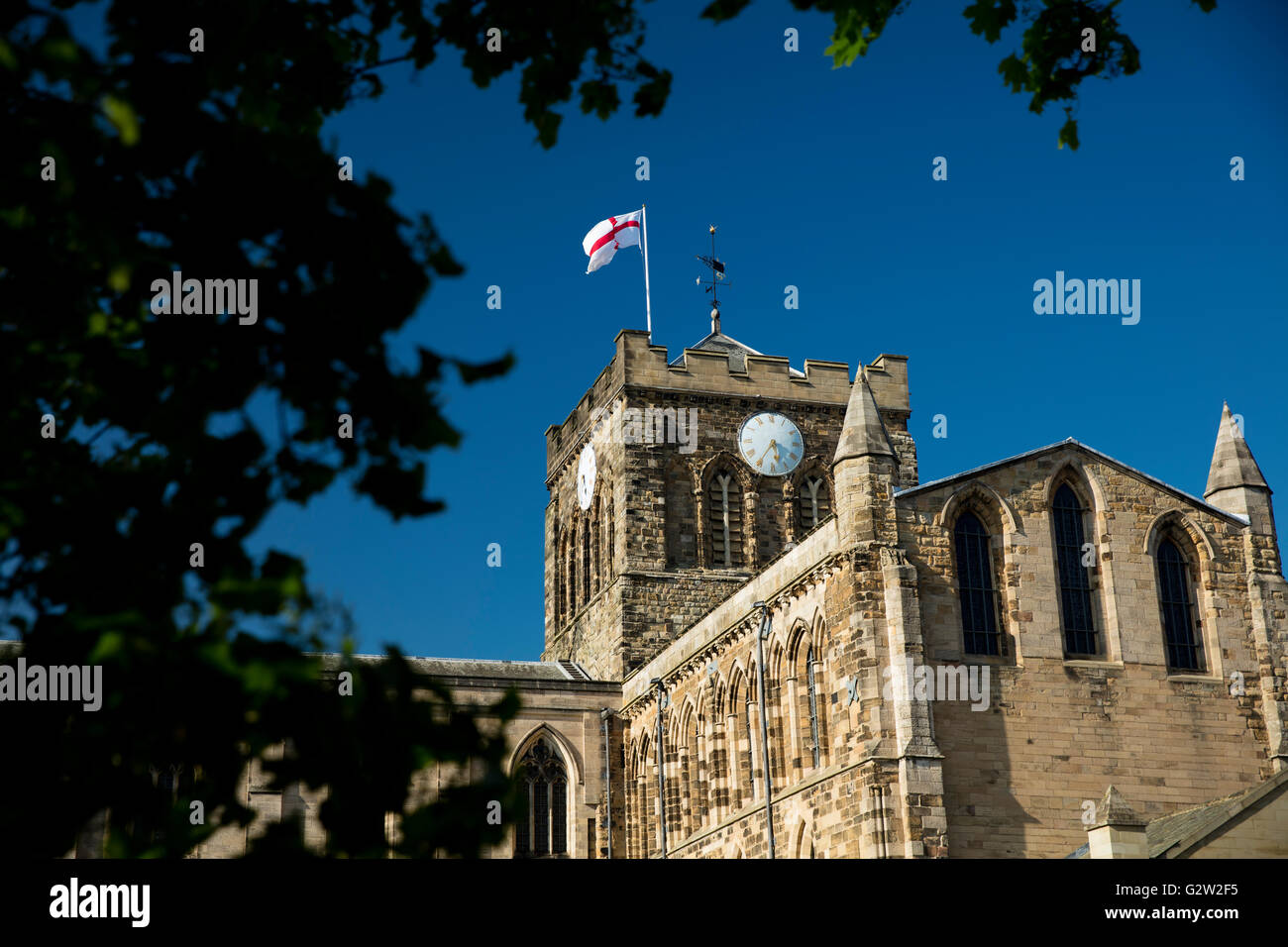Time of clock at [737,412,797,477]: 5:35
